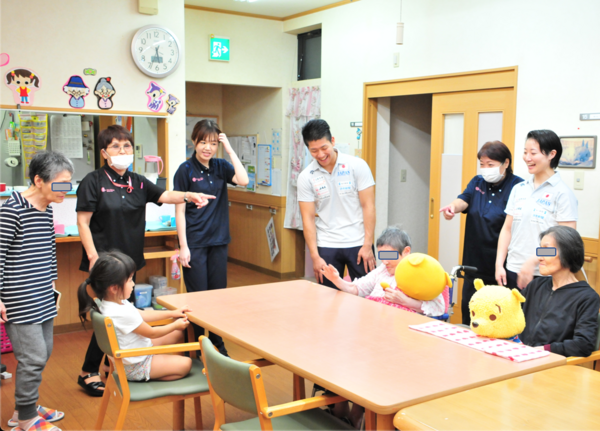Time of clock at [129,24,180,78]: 5:33
